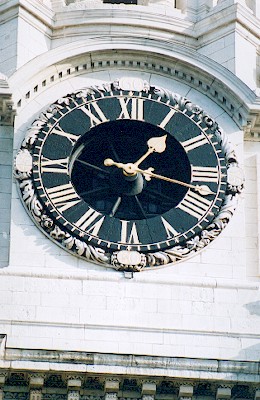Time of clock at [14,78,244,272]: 1:17
